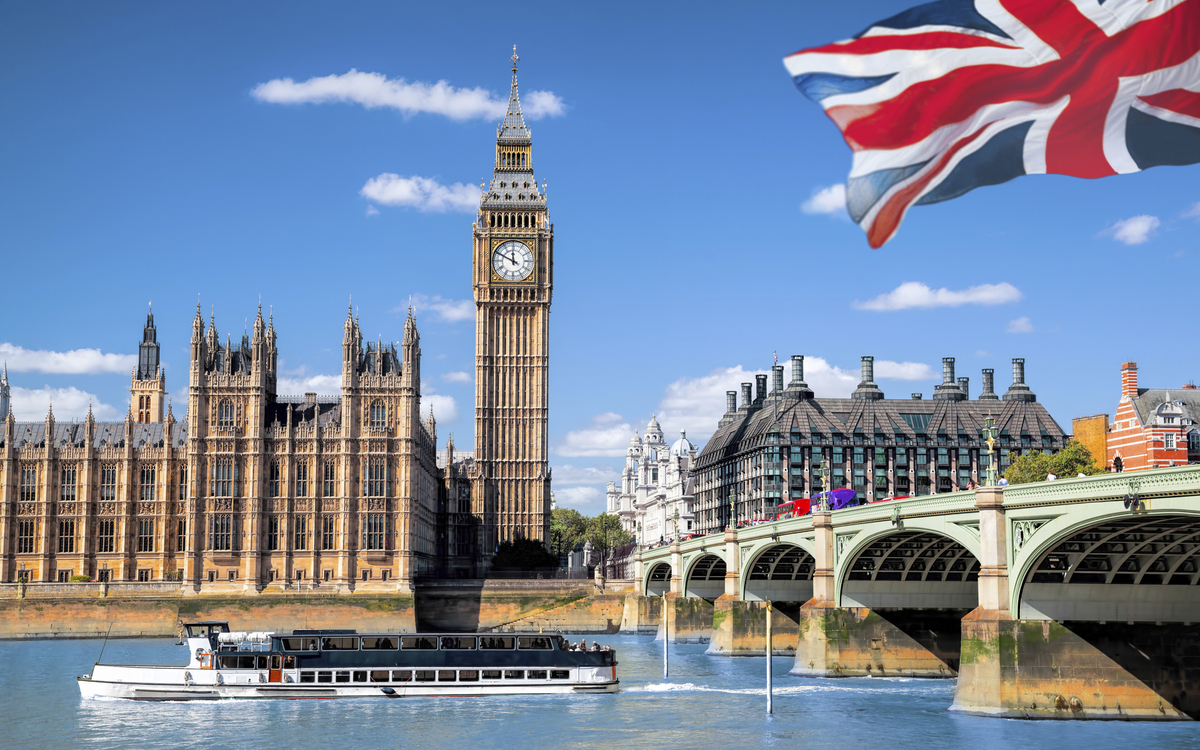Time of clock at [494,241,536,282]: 11:49
